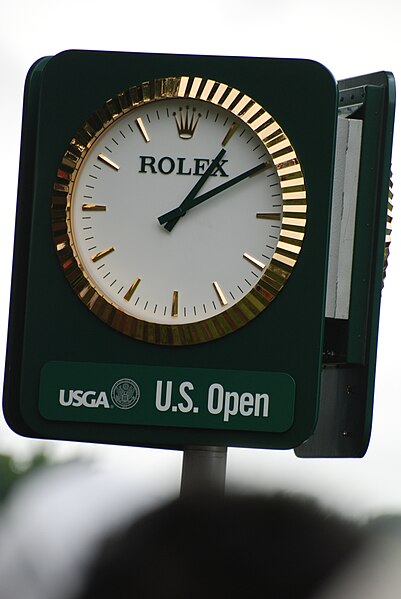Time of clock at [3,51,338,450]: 1:09
